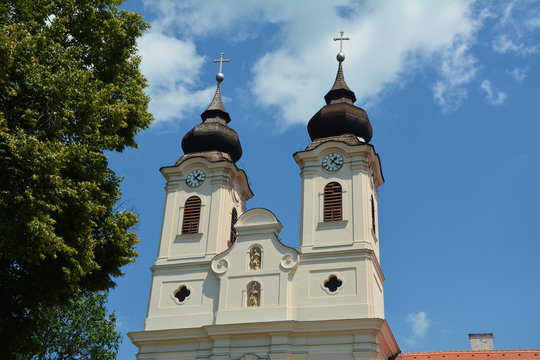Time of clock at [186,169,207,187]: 1:22
